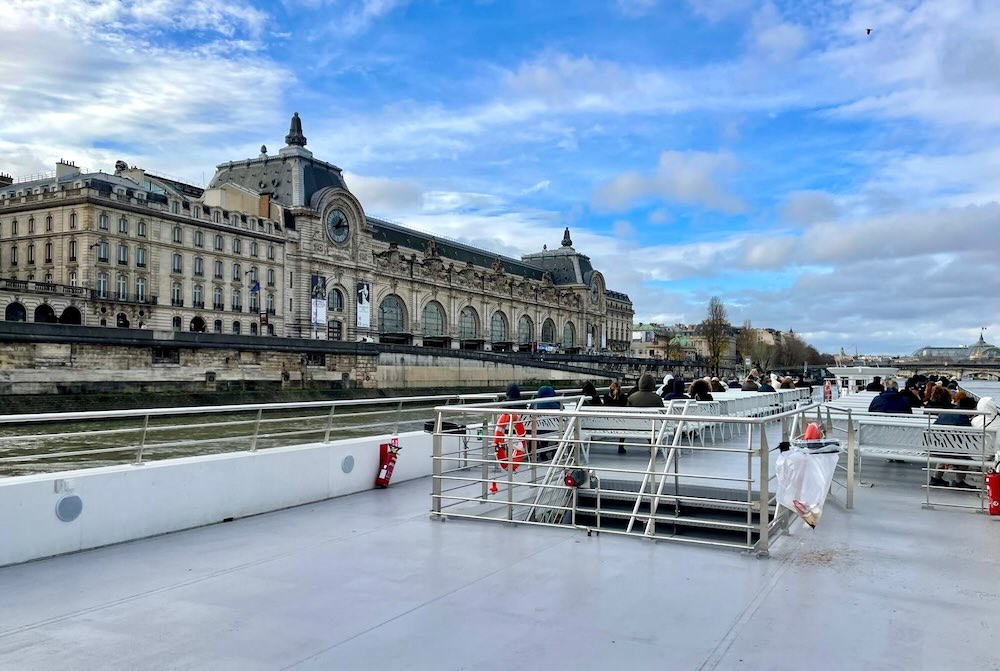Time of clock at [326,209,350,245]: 1:13
